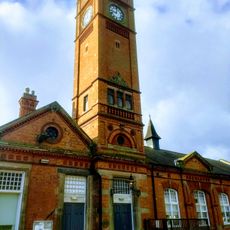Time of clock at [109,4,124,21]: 9:01
